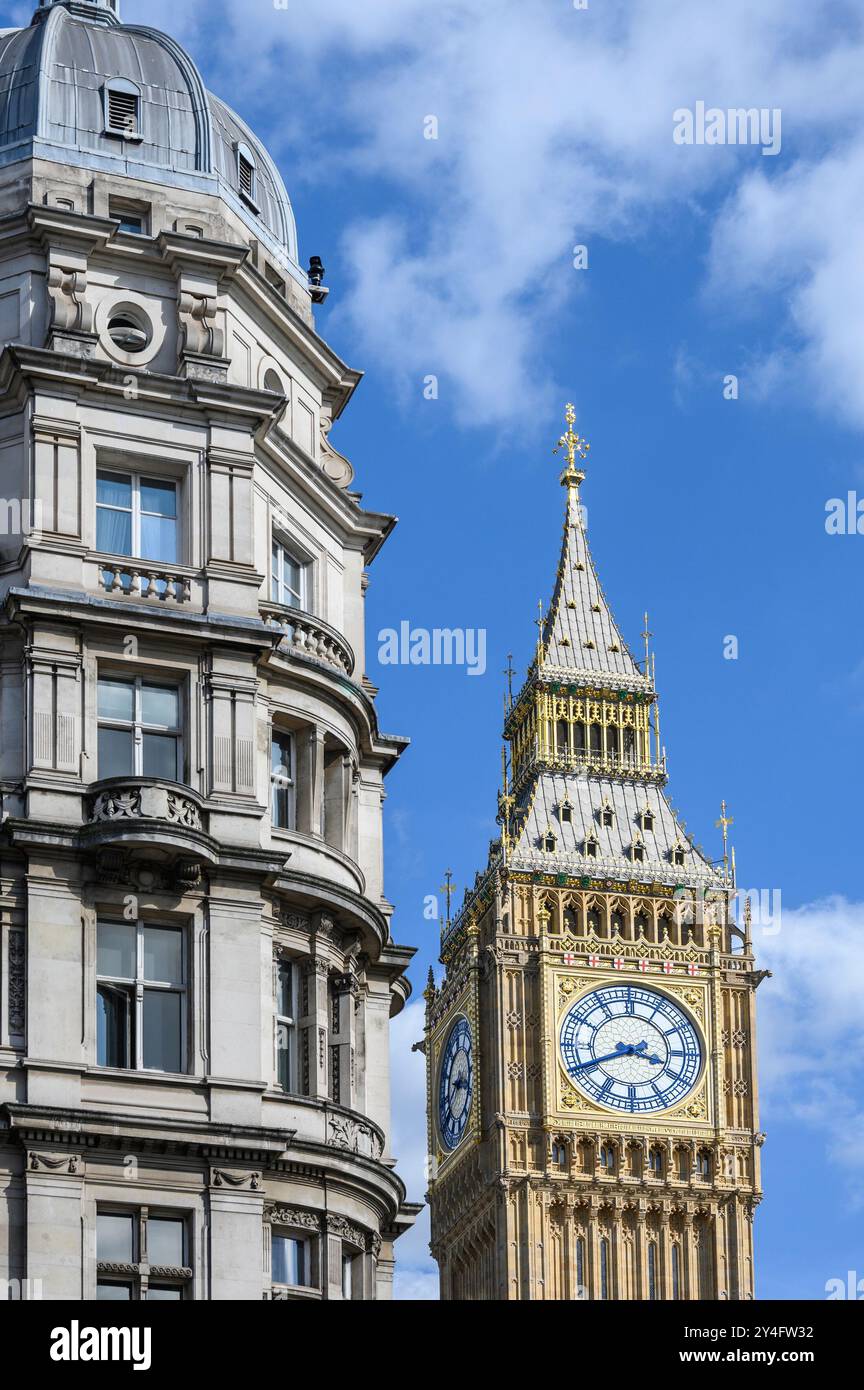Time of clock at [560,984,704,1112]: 3:40
